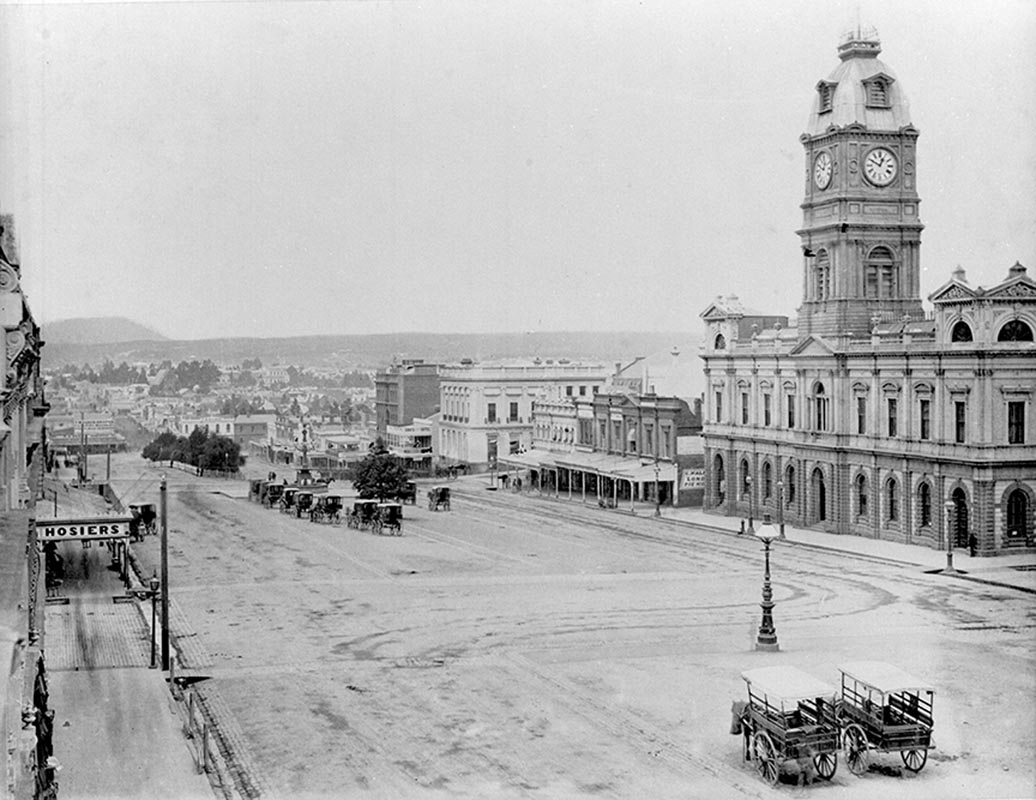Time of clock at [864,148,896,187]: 12:49
